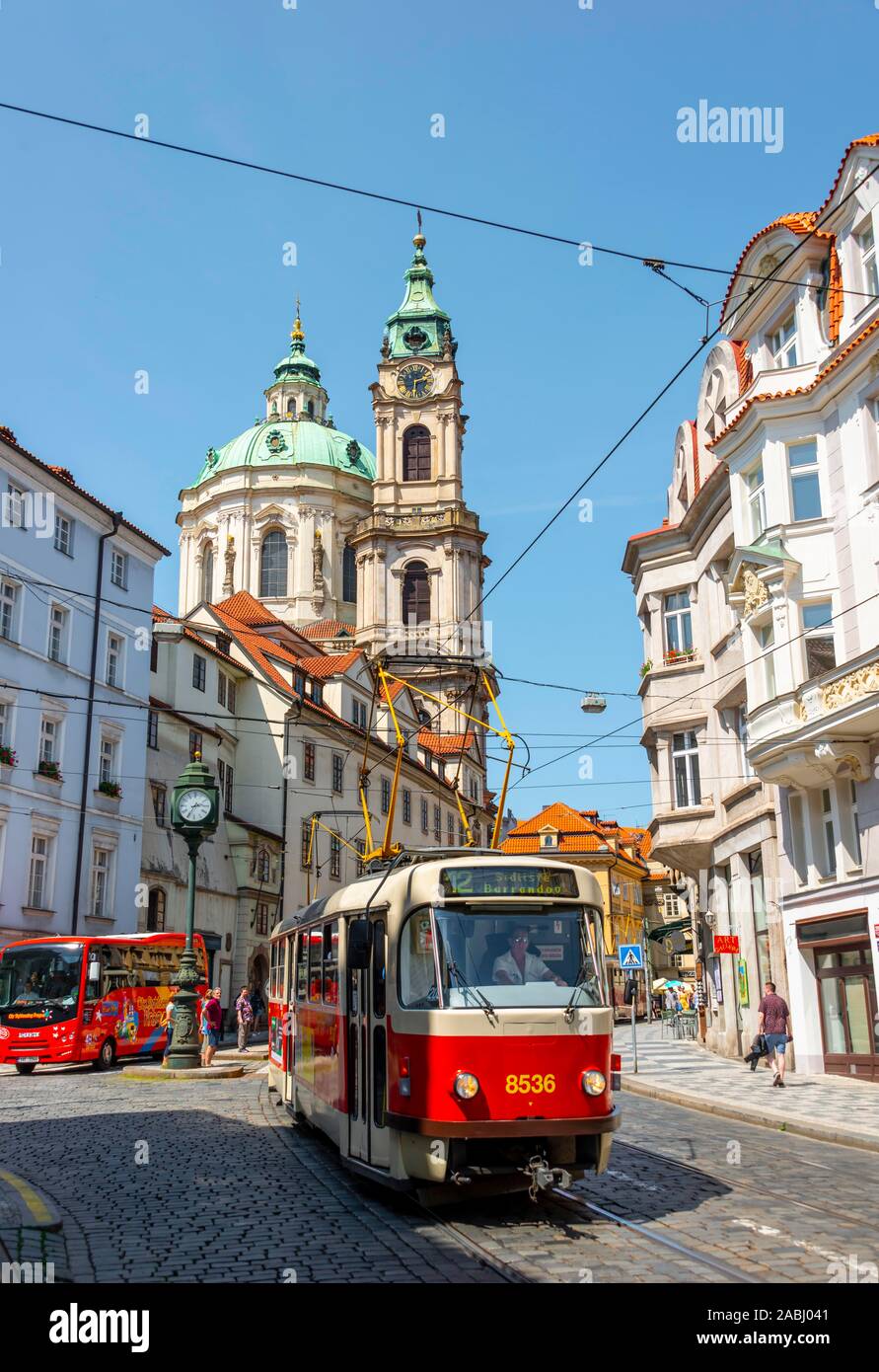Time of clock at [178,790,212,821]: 2:35
